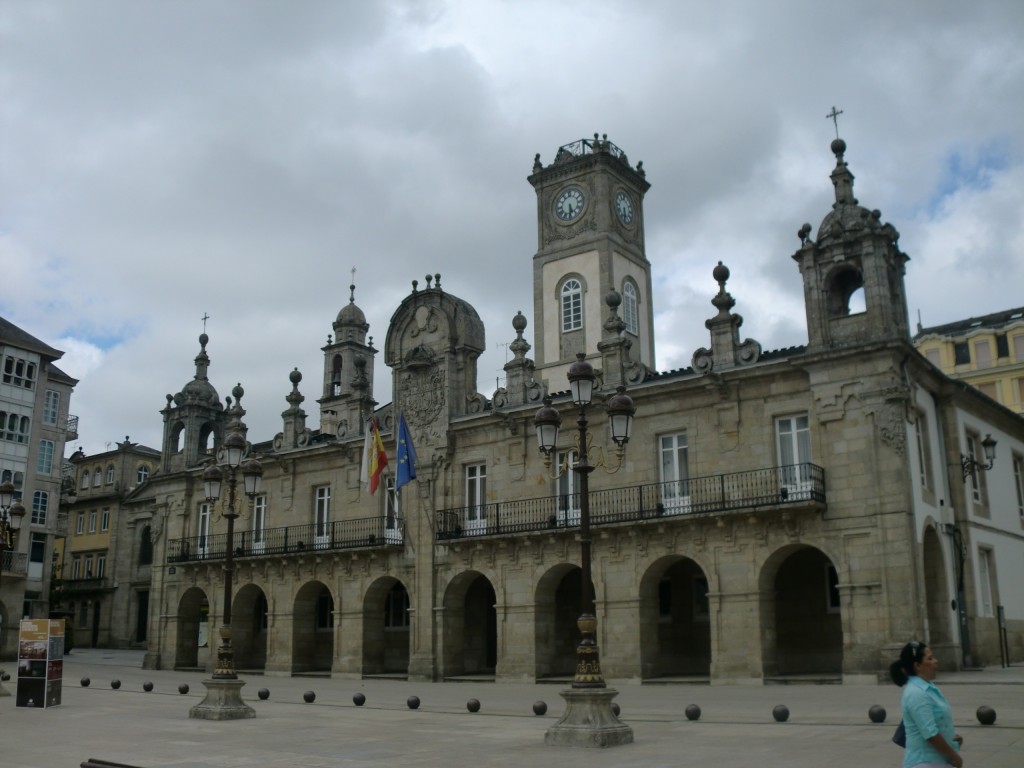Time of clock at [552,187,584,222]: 5:30
